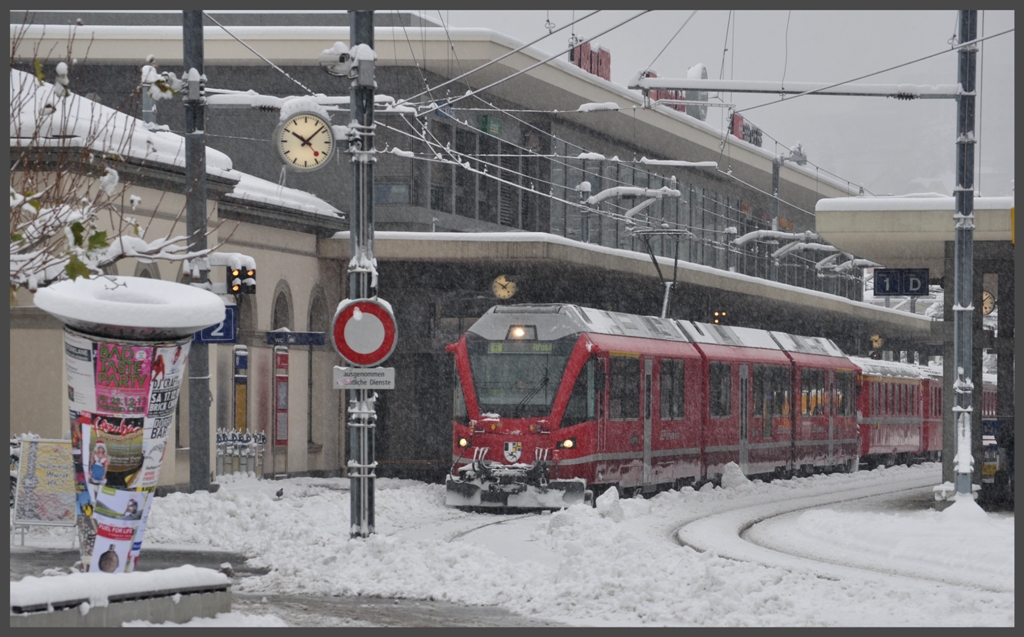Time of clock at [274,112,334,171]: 10:07
